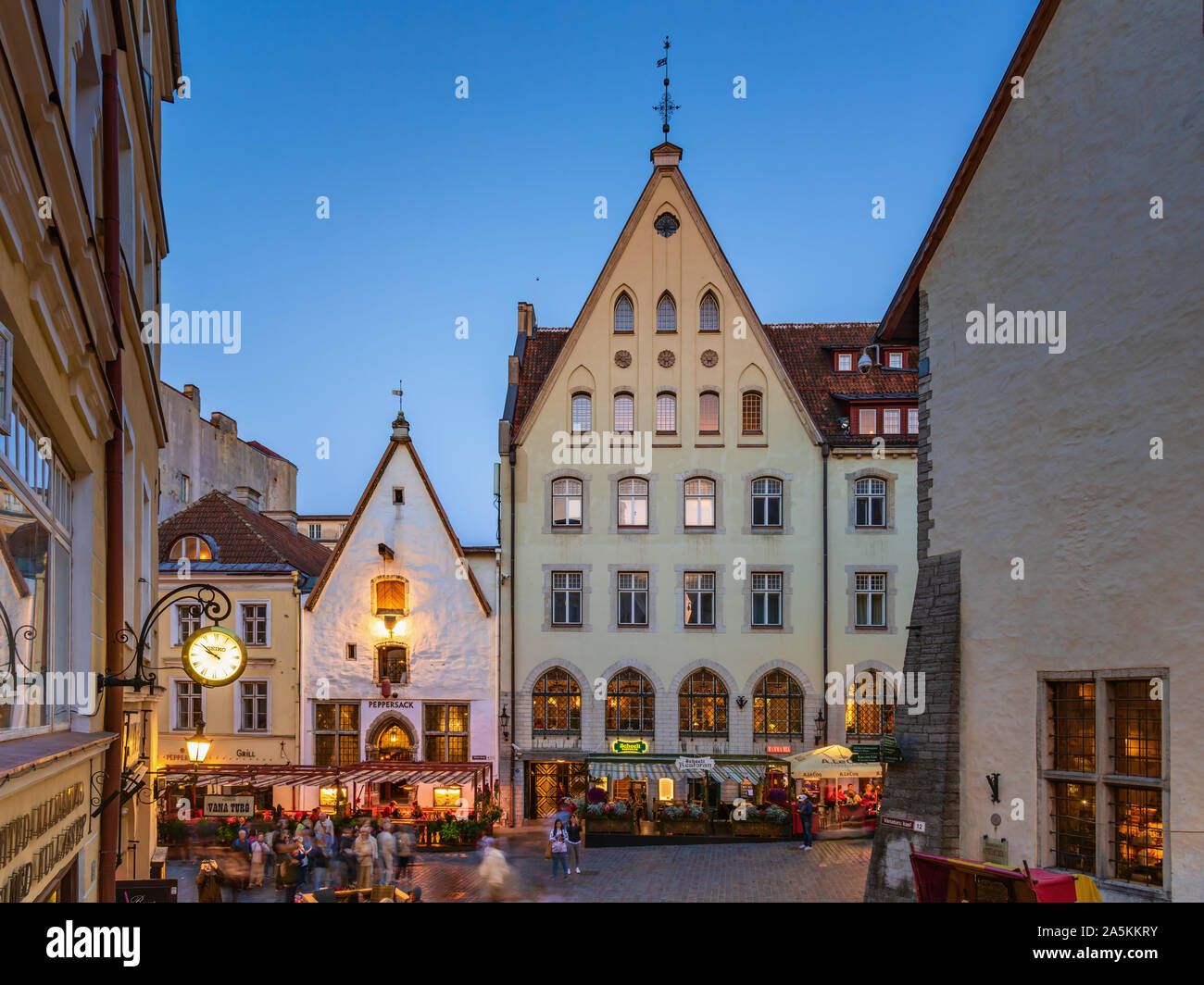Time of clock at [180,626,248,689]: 9:51
